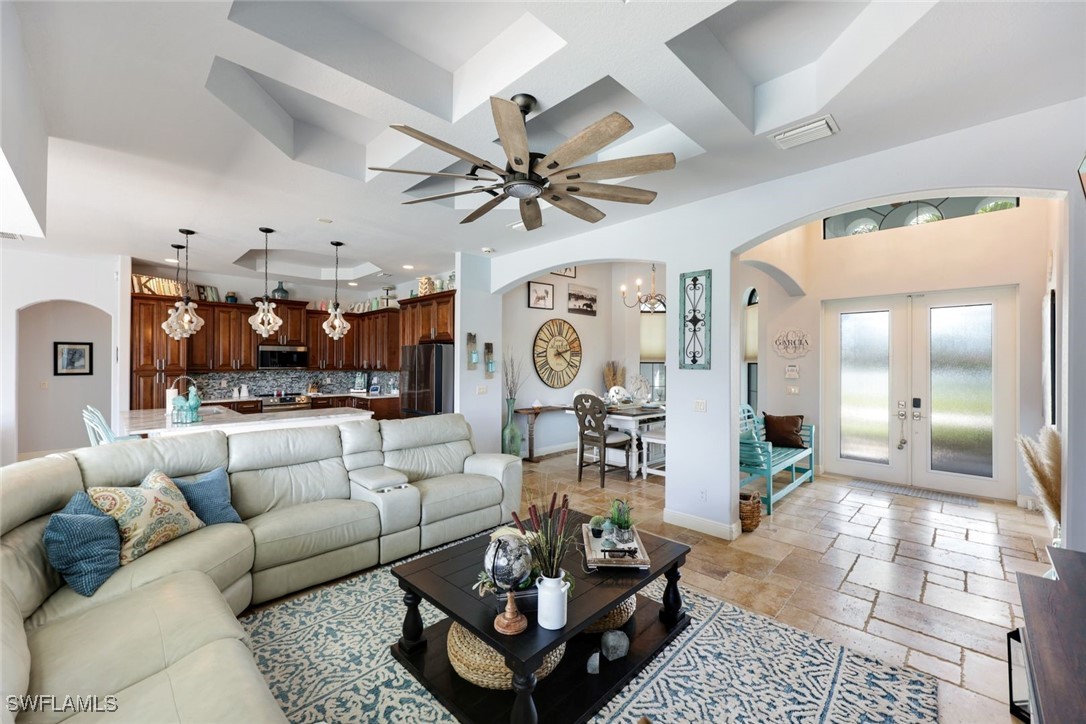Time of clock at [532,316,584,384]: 2:21
